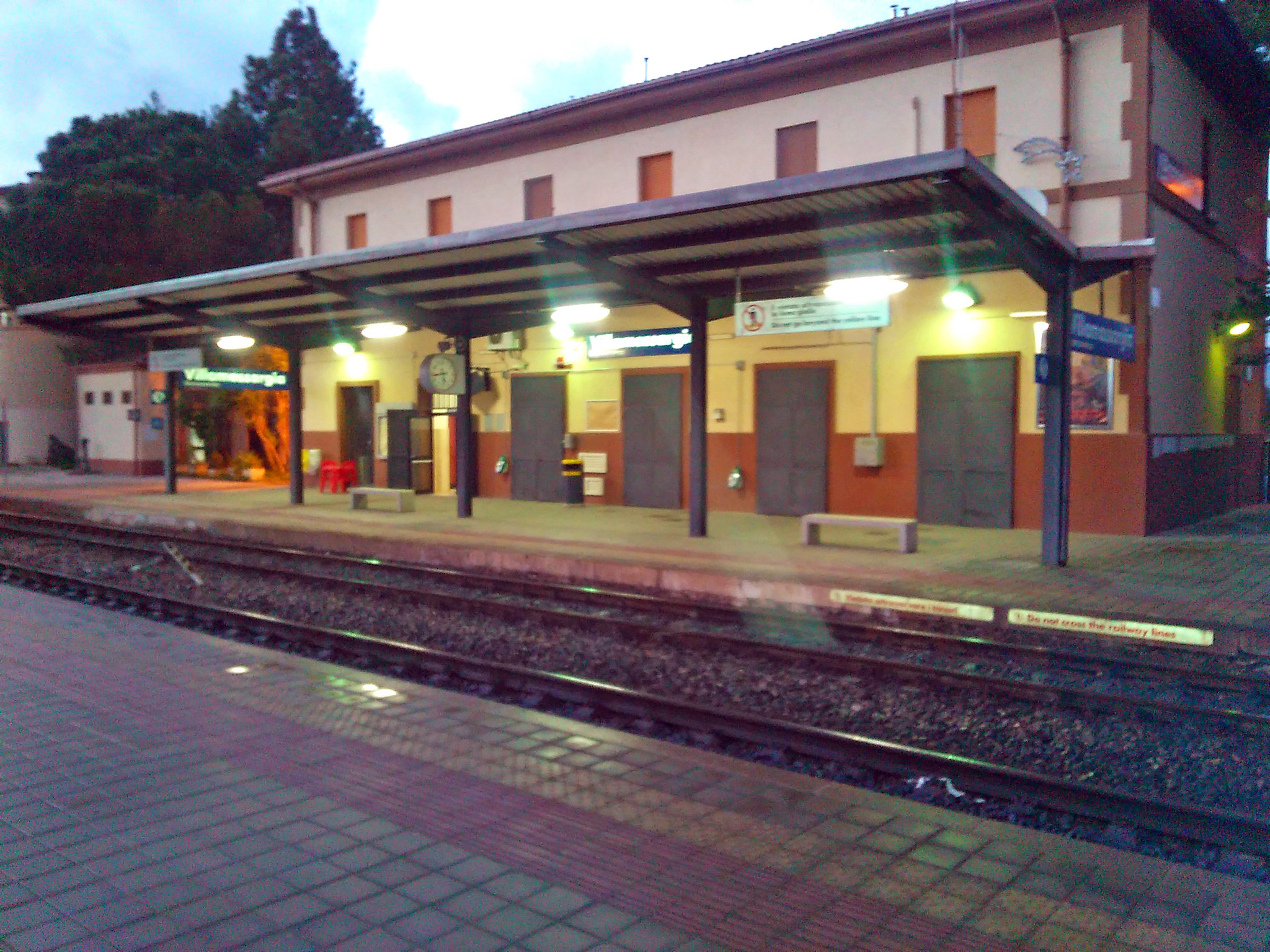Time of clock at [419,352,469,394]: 5:43
